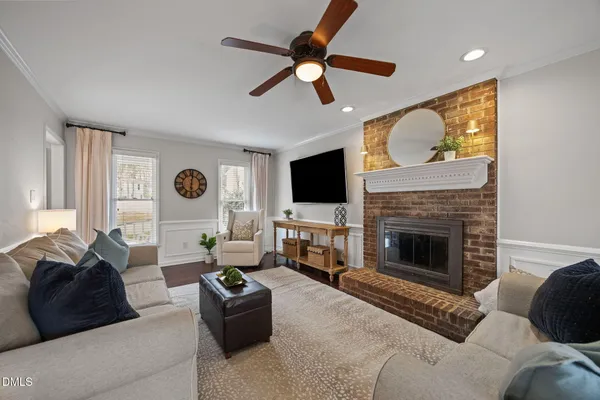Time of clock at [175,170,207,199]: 6:00
